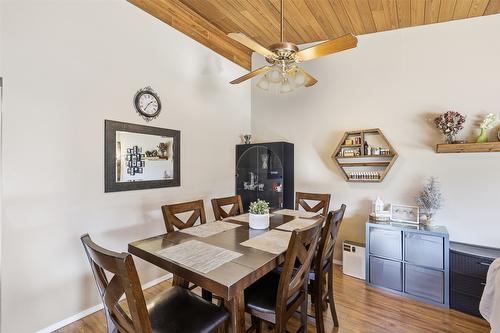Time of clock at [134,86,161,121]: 1:35
